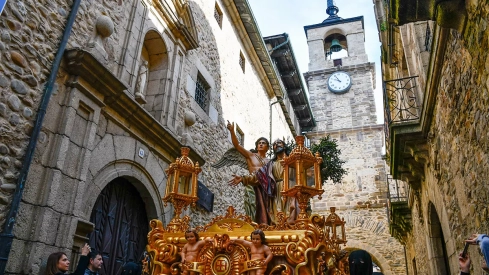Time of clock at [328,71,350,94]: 9:54
